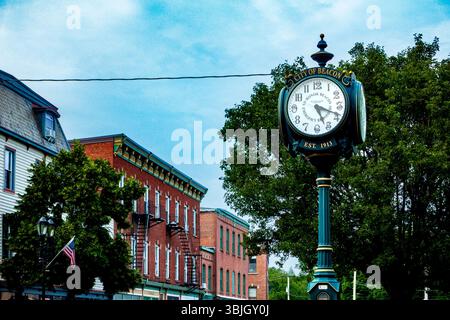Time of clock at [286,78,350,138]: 5:18
